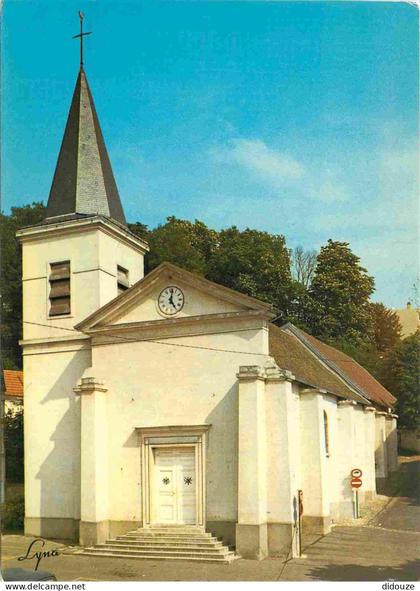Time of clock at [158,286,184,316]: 5:01
